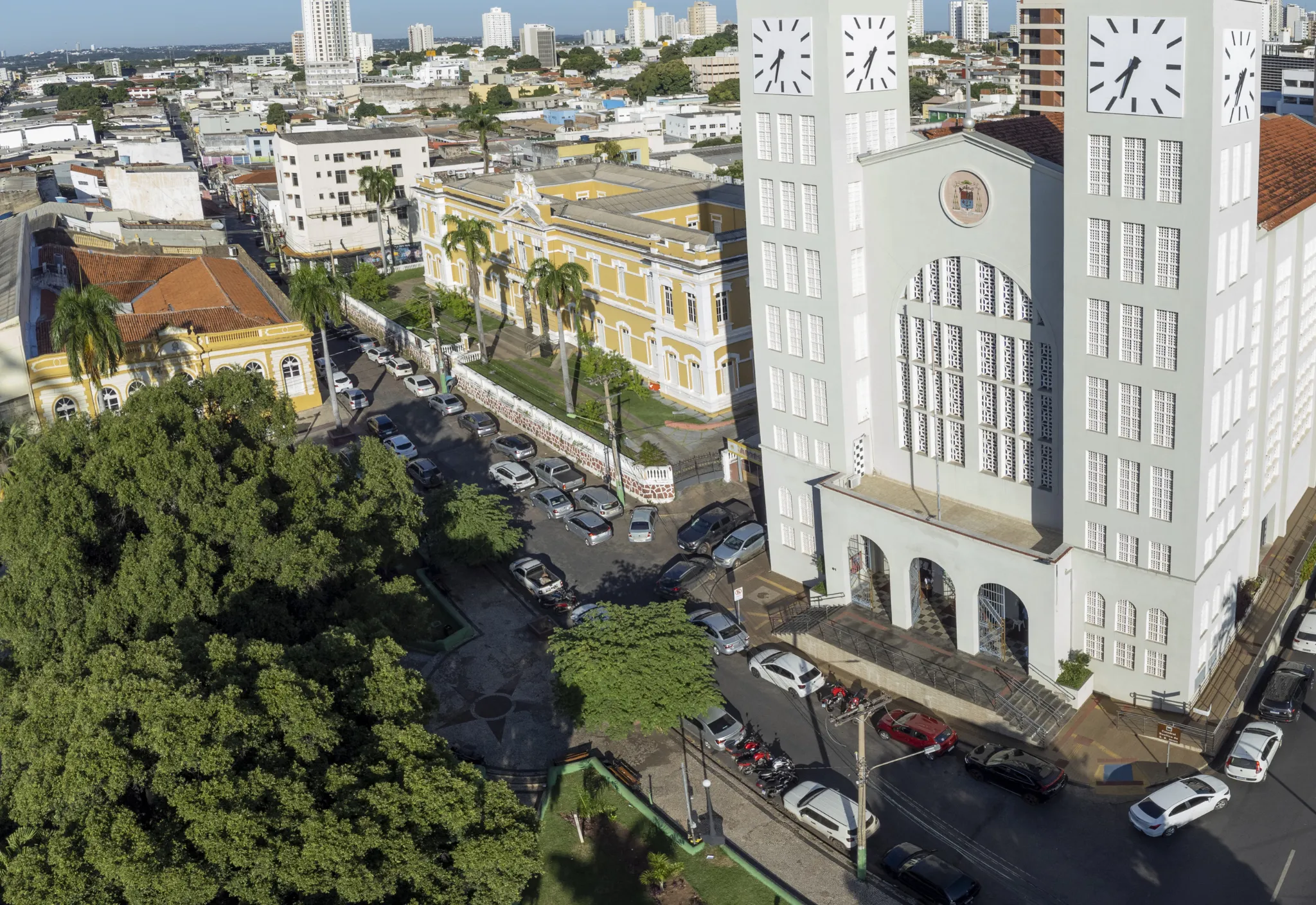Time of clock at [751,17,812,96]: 7:32
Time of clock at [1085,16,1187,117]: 7:33
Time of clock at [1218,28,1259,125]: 7:34
